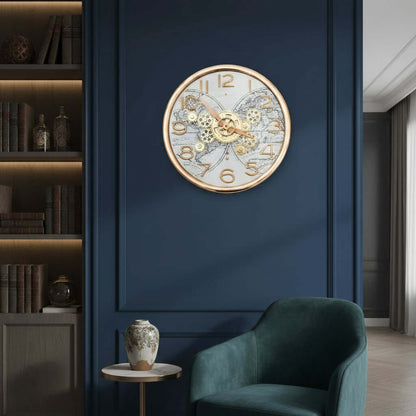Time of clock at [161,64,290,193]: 3:52
